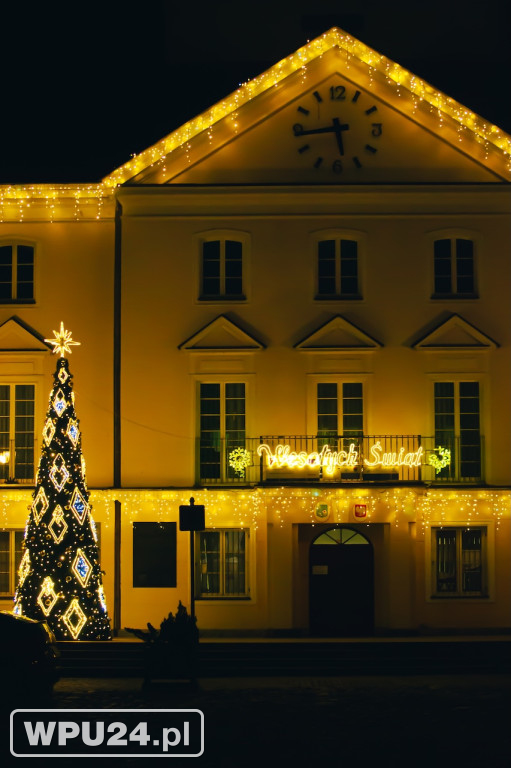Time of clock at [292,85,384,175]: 5:43
